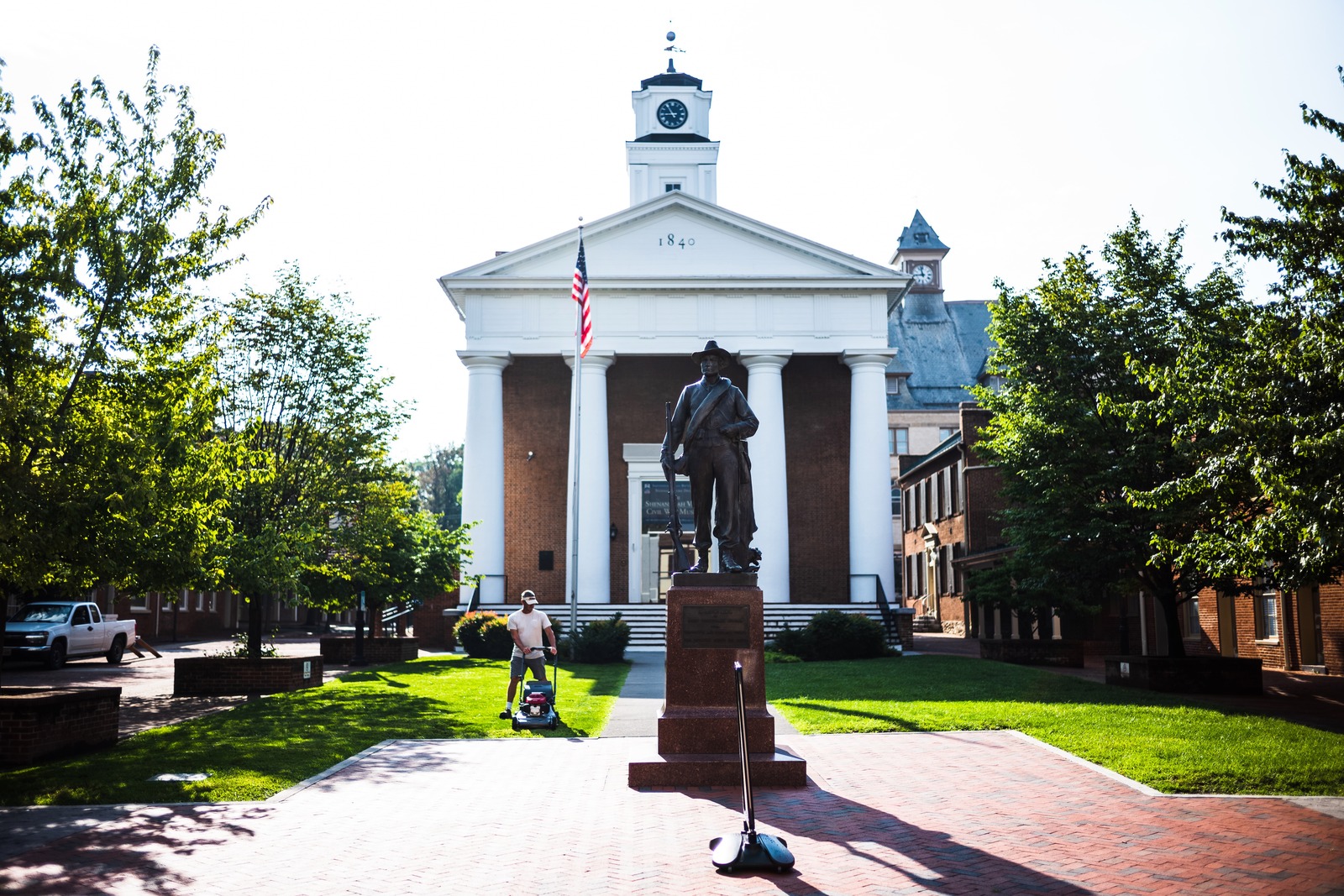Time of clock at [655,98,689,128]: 8:54
